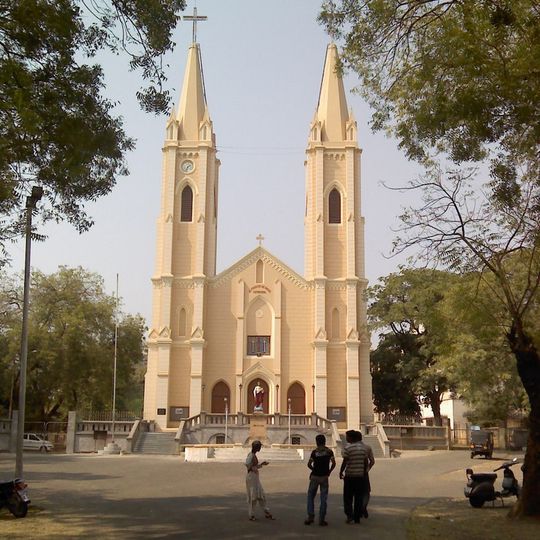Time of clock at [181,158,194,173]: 1:32
